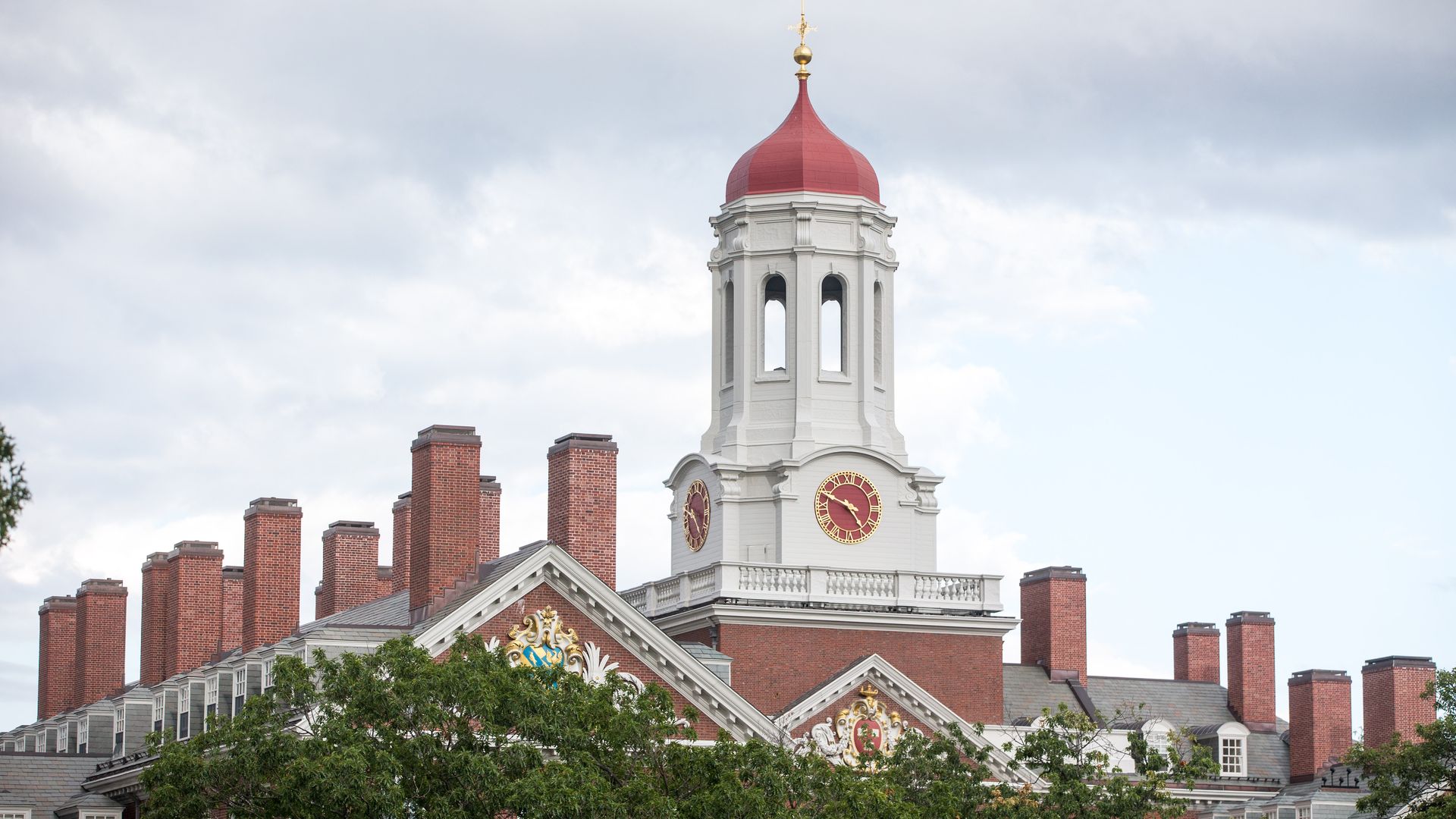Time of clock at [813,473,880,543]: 4:49
